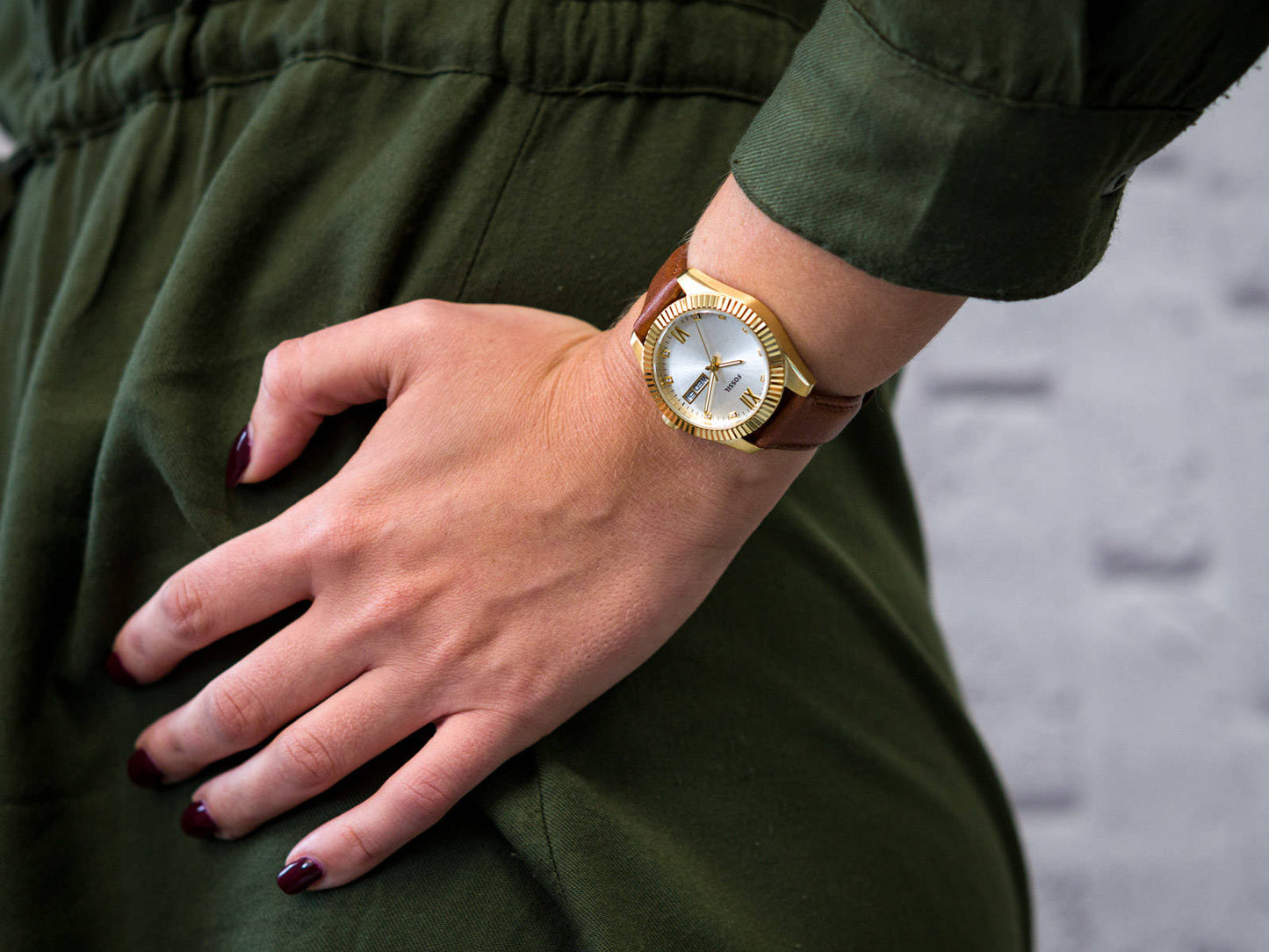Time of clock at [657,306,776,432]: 2:36
